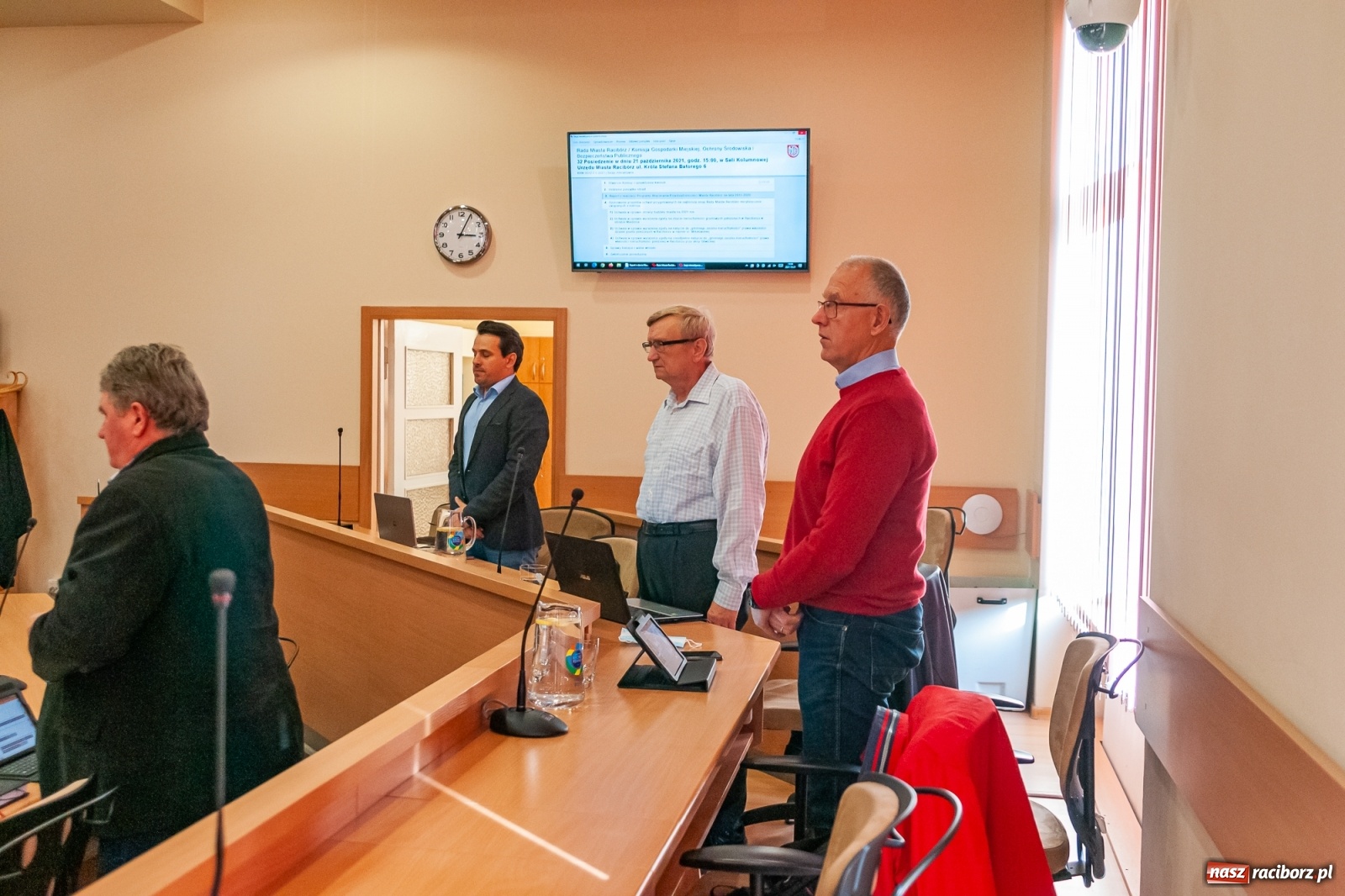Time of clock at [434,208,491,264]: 3:04
